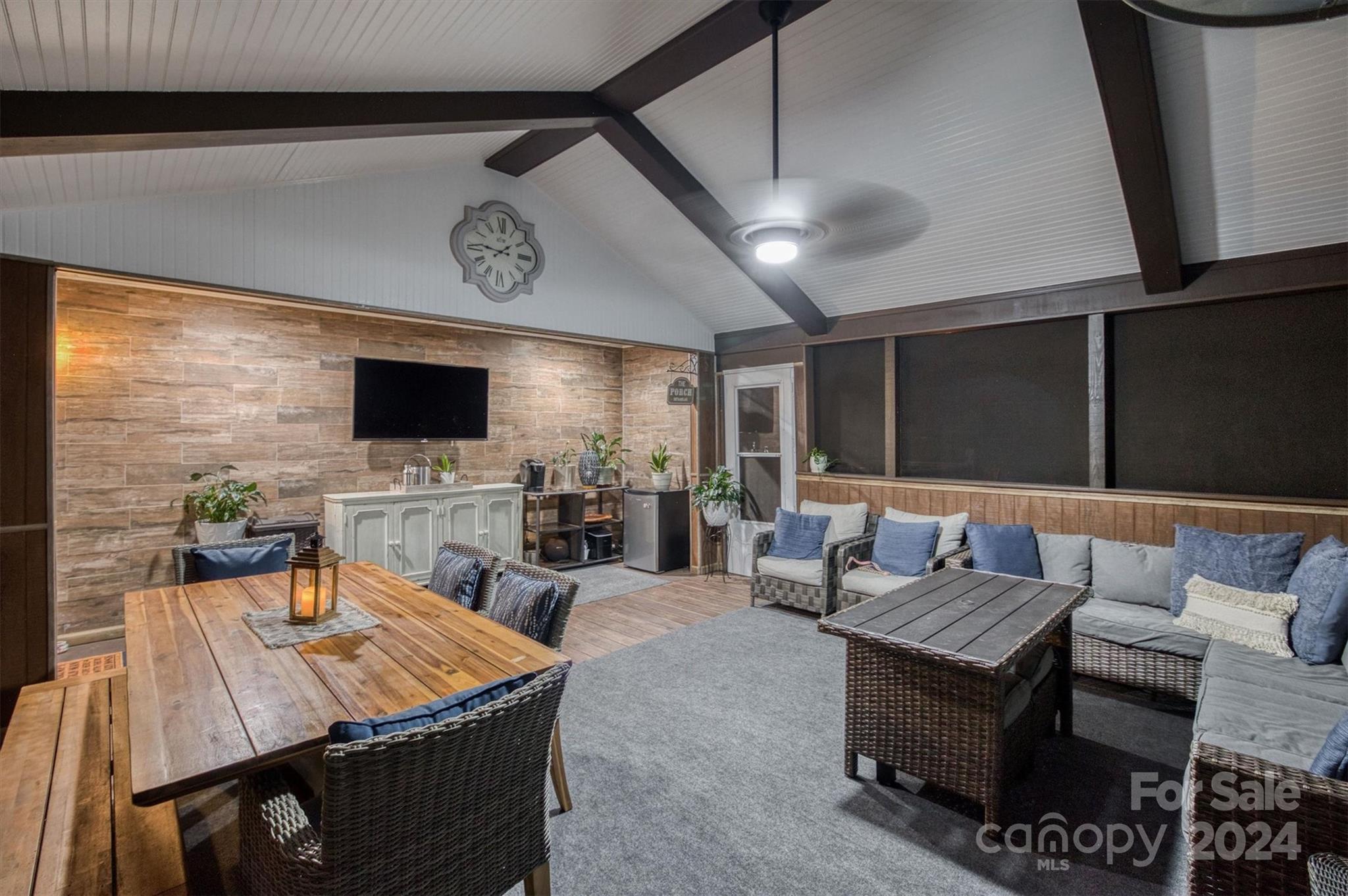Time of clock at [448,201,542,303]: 1:46
